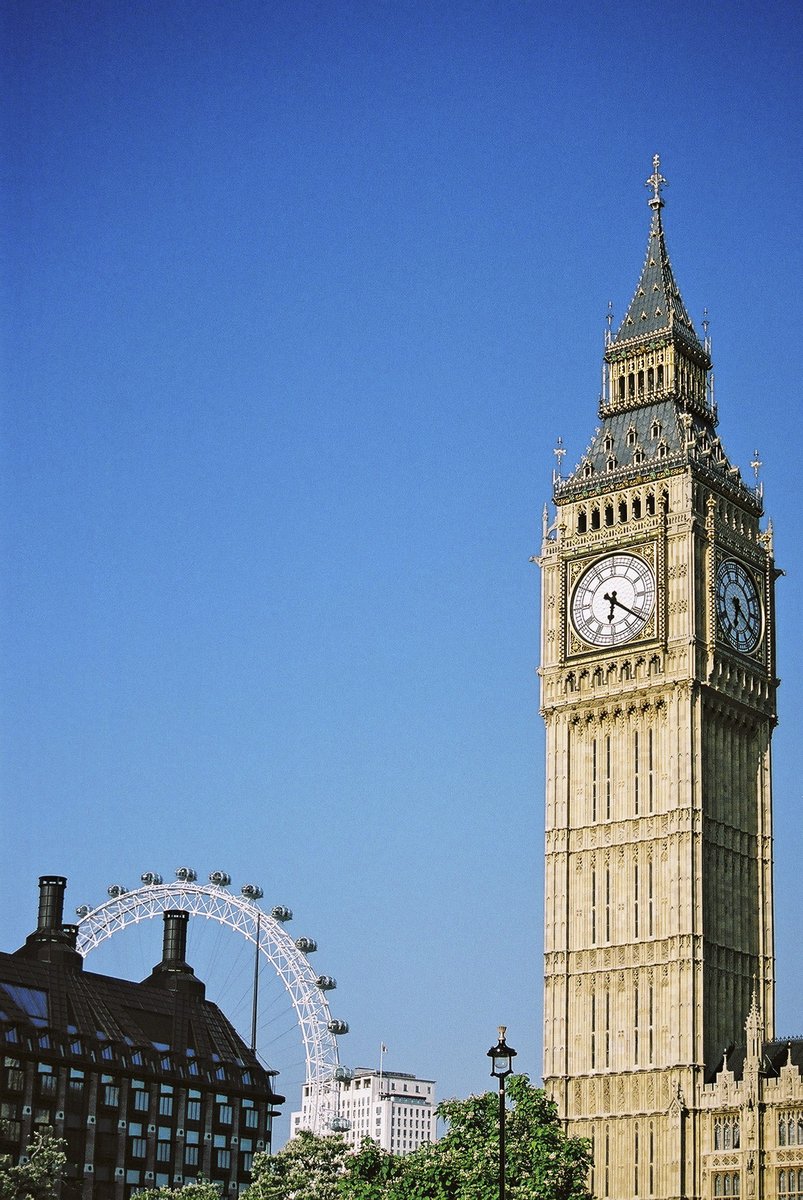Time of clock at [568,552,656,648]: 6:21
